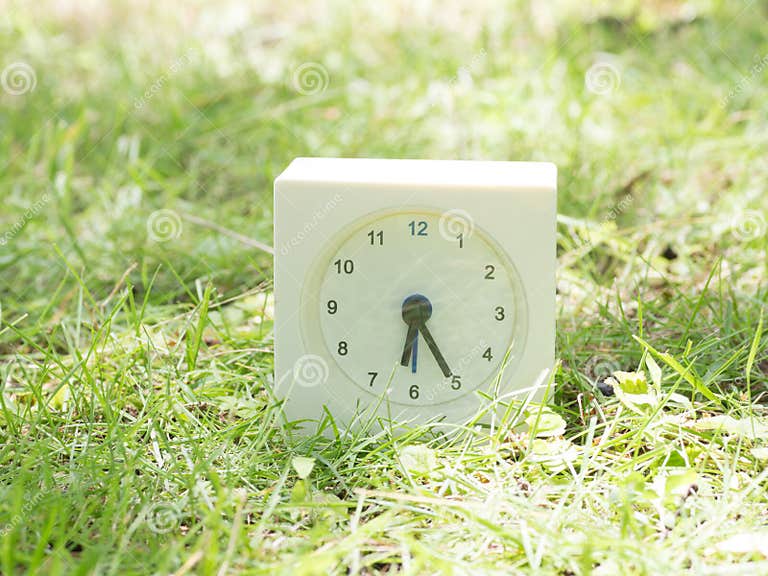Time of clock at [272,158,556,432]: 6:25
